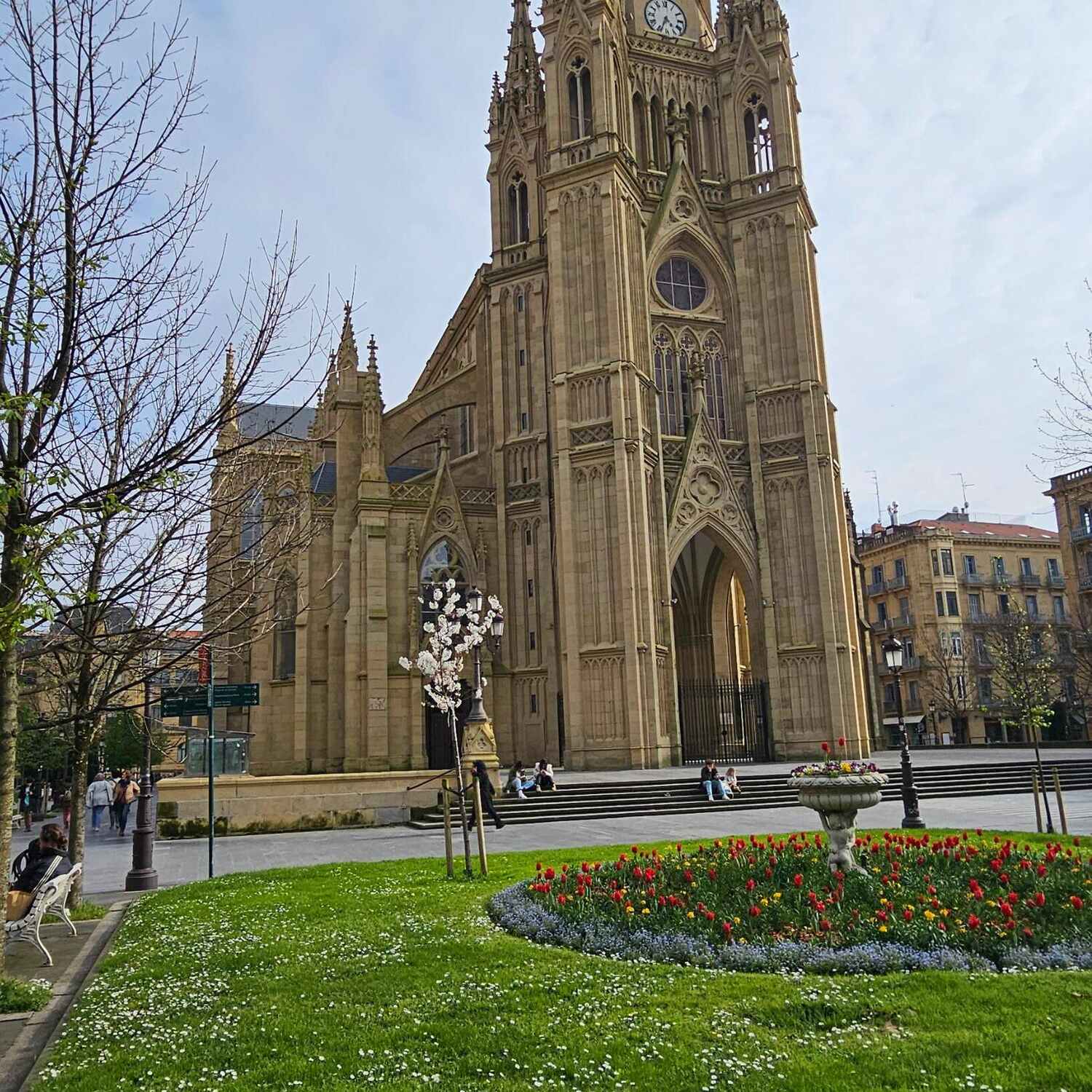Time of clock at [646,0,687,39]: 4:33
